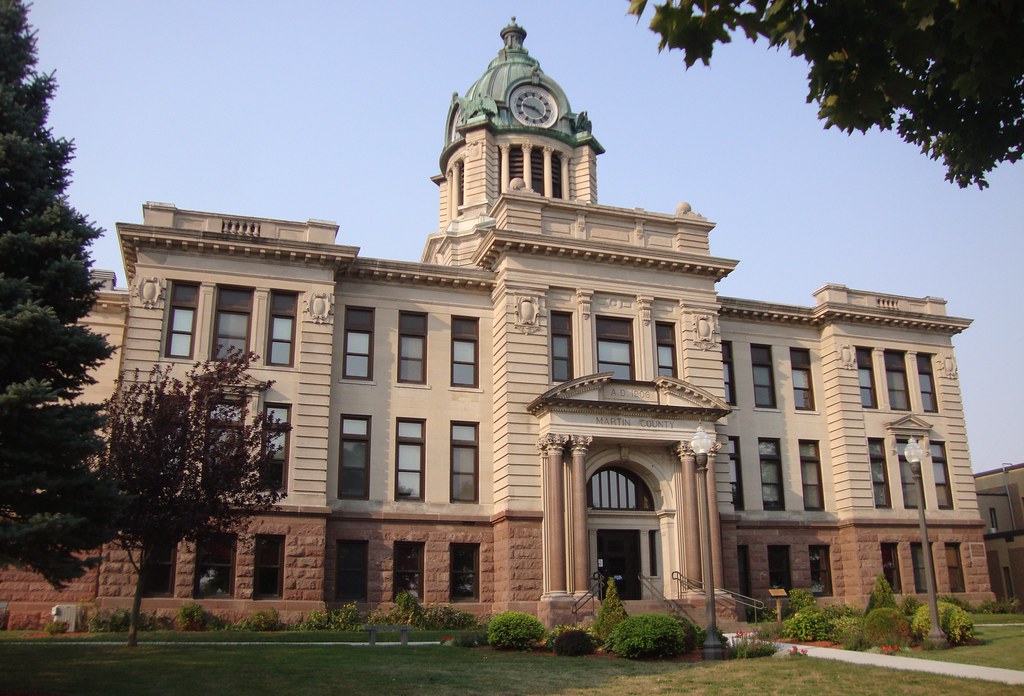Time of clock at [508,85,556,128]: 9:21
